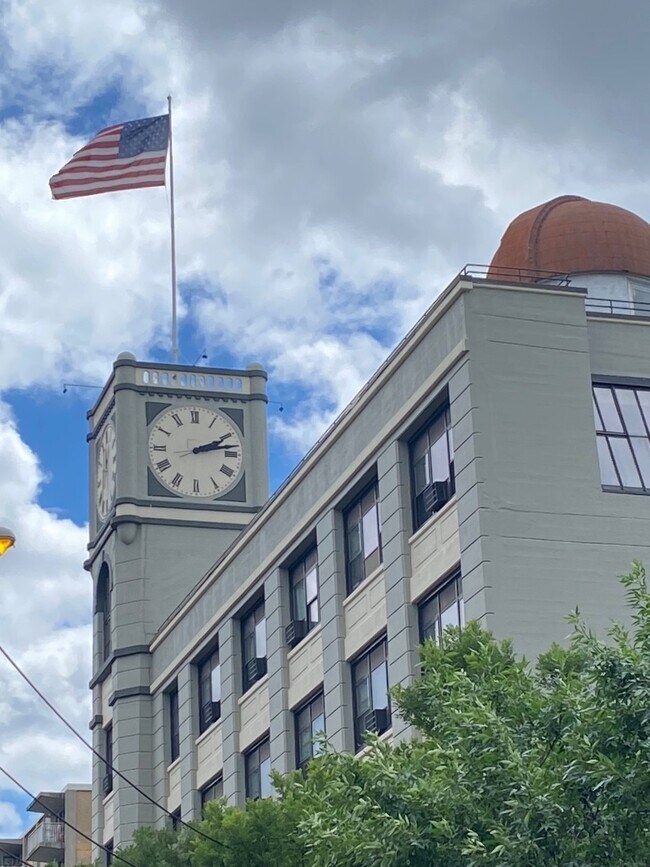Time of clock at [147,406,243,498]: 2:13
